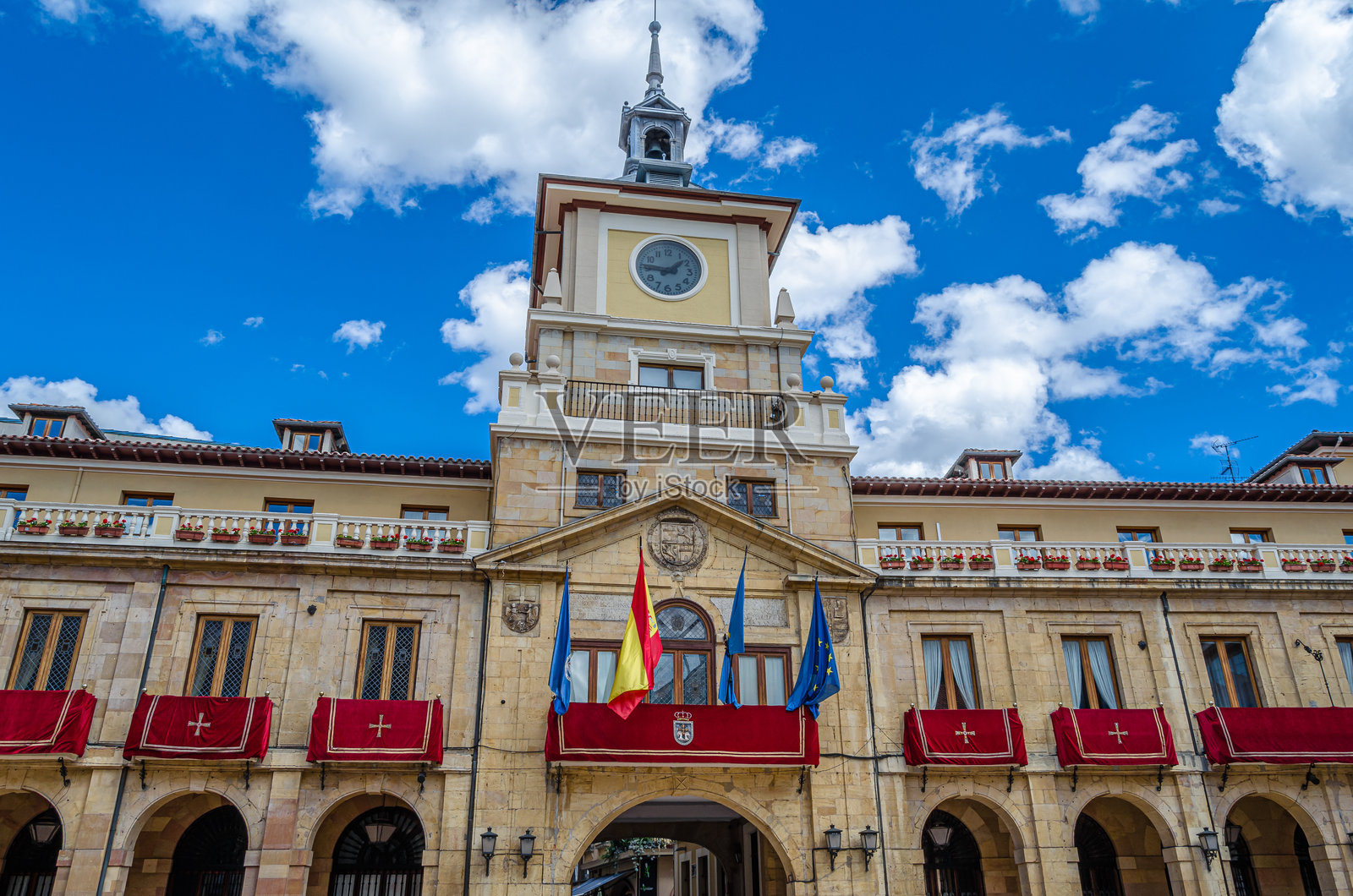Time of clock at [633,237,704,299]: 1:46
